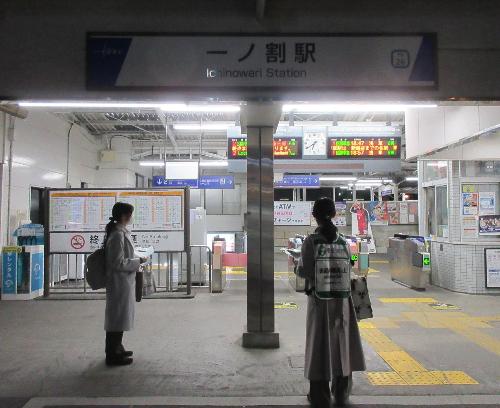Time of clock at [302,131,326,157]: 6:39
